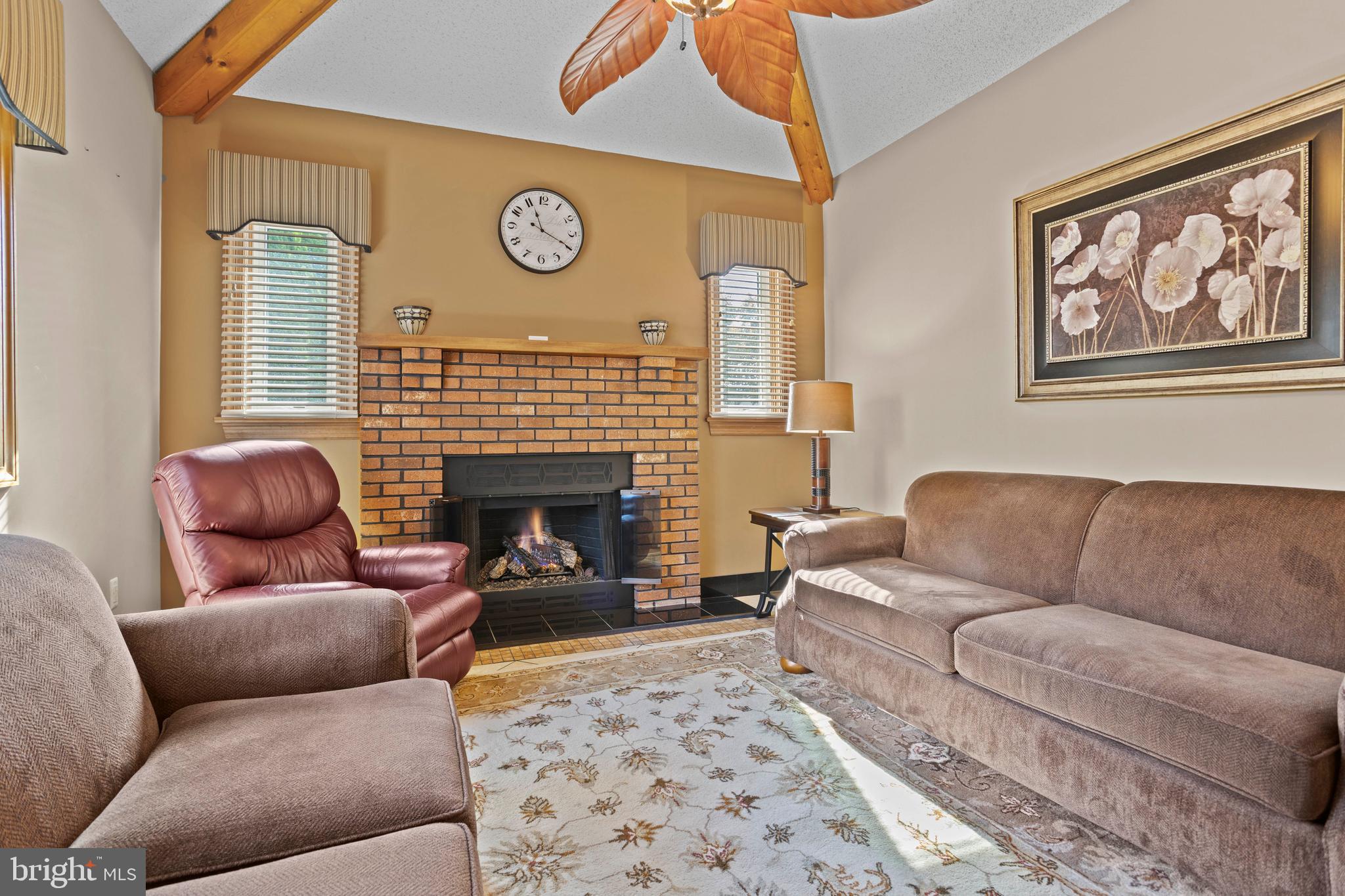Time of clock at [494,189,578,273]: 11:19
